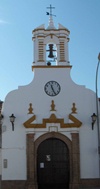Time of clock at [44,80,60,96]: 11:25
